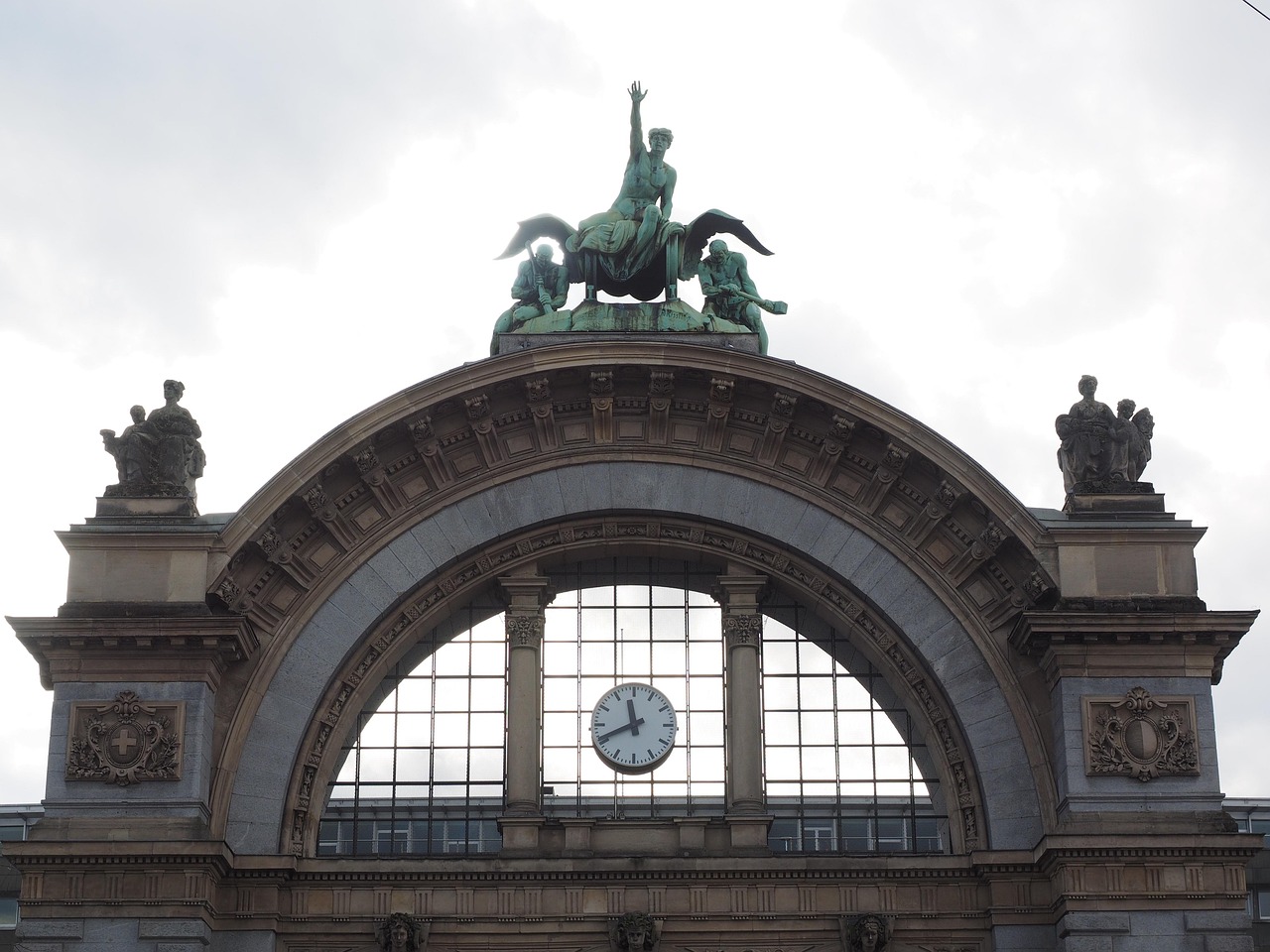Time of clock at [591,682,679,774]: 11:41
